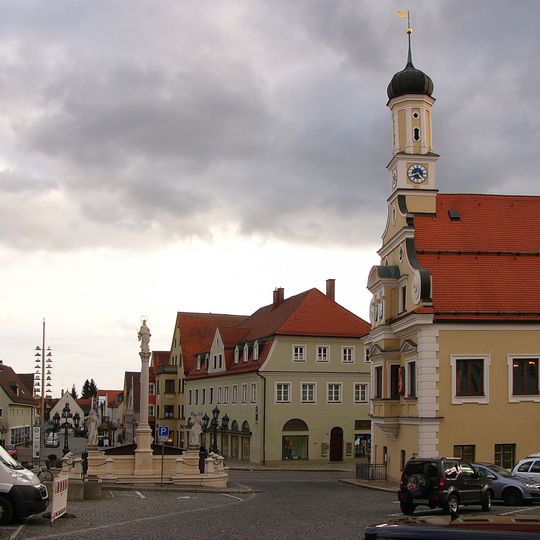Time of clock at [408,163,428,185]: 4:40
